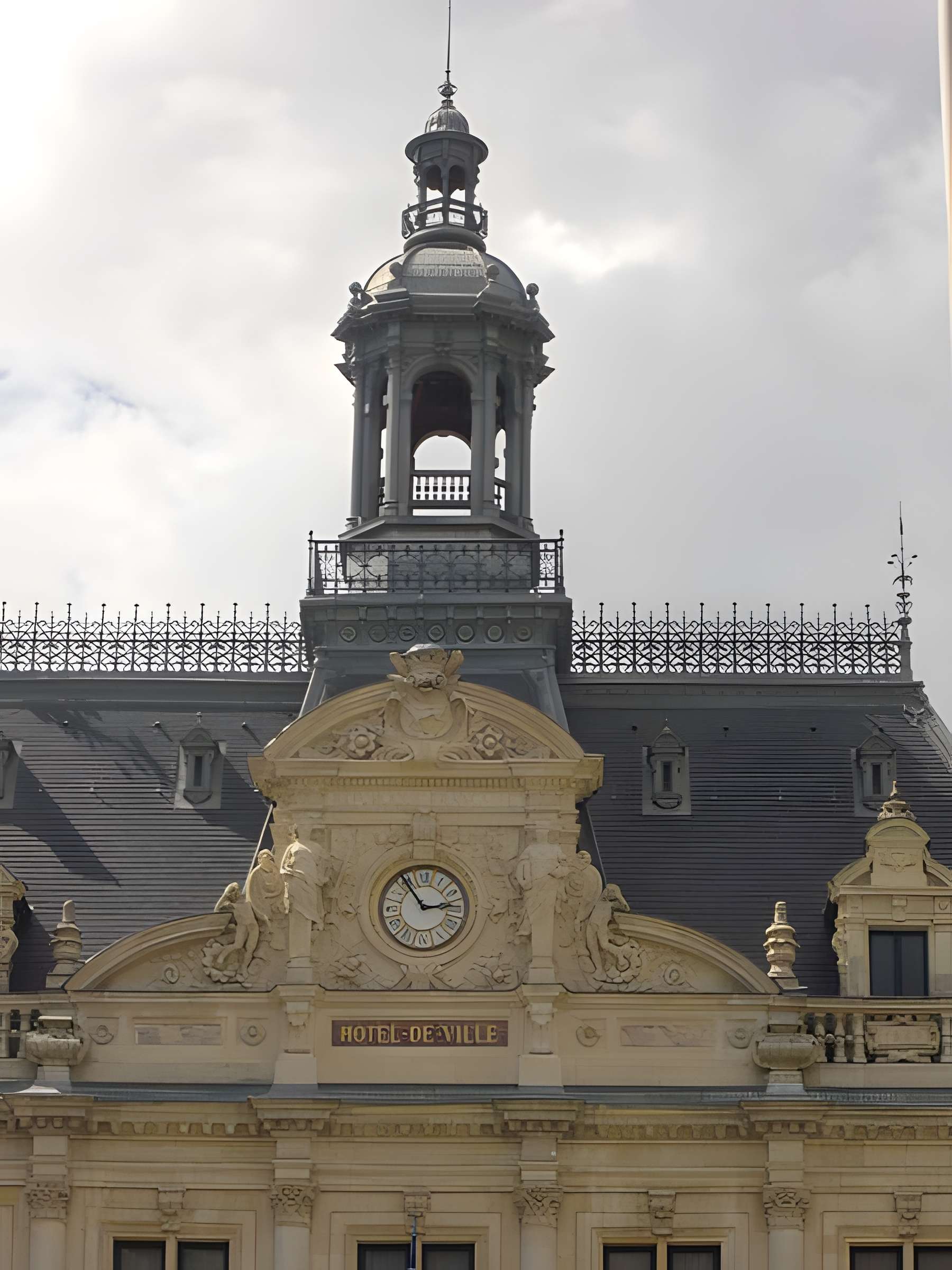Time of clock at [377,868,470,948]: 2:54
